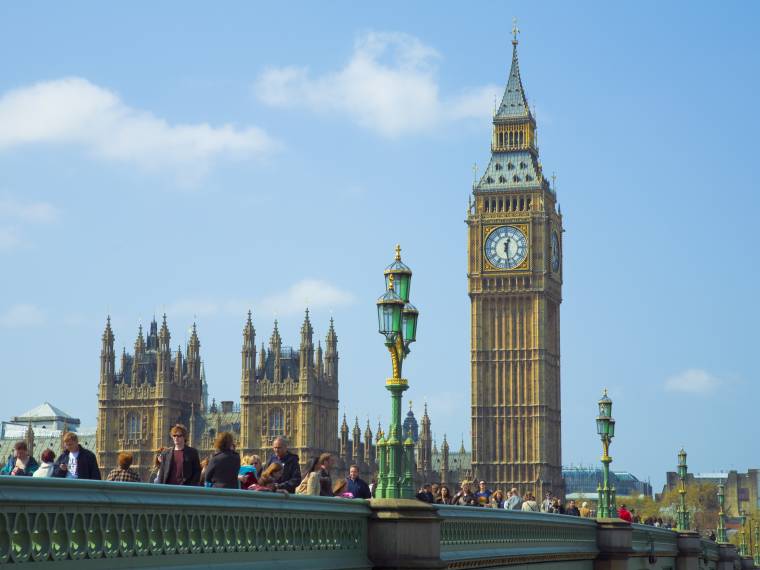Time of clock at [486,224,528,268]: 12:28
